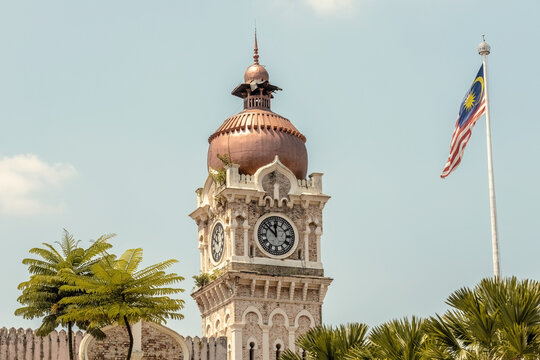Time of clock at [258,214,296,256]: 11:52
